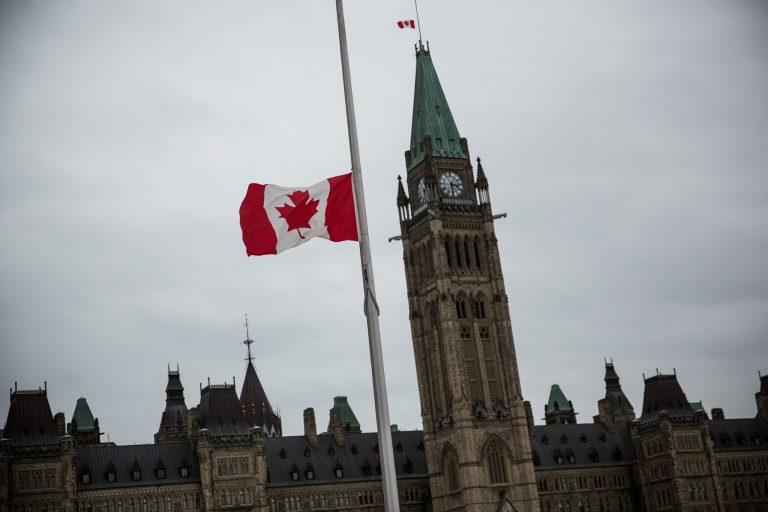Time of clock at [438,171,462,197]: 3:30
